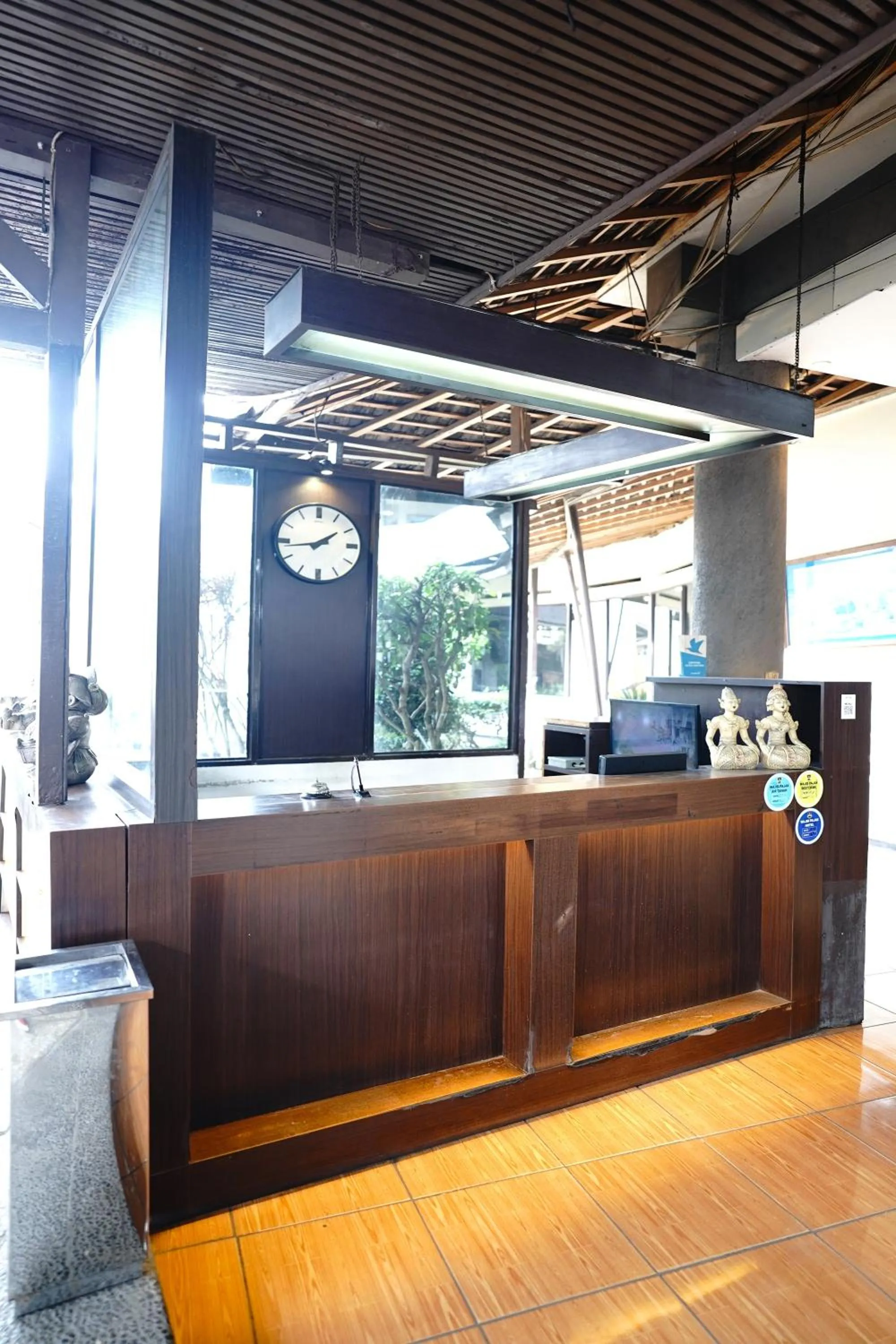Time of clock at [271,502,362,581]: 1:43
